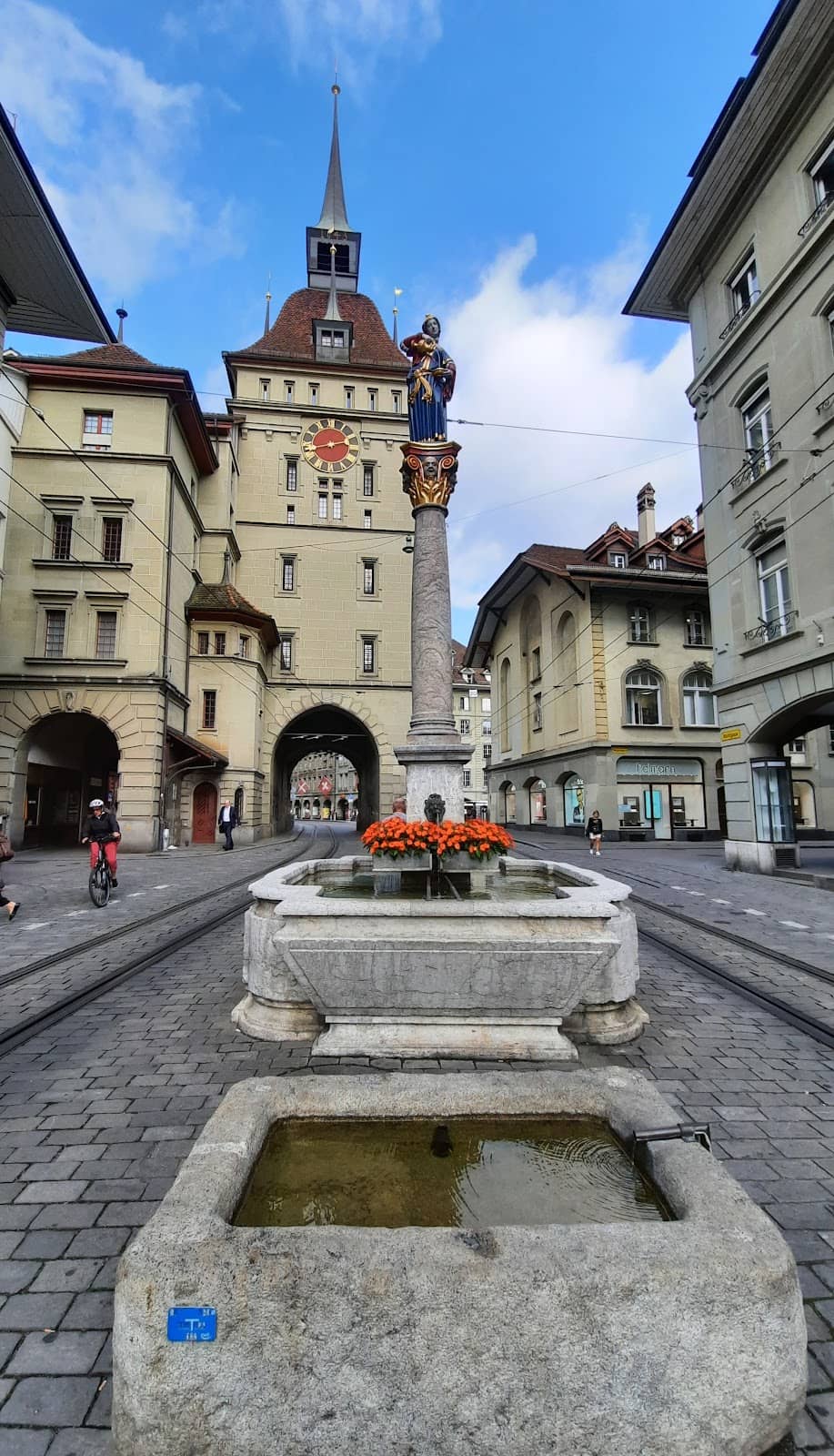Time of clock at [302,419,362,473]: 2:42
